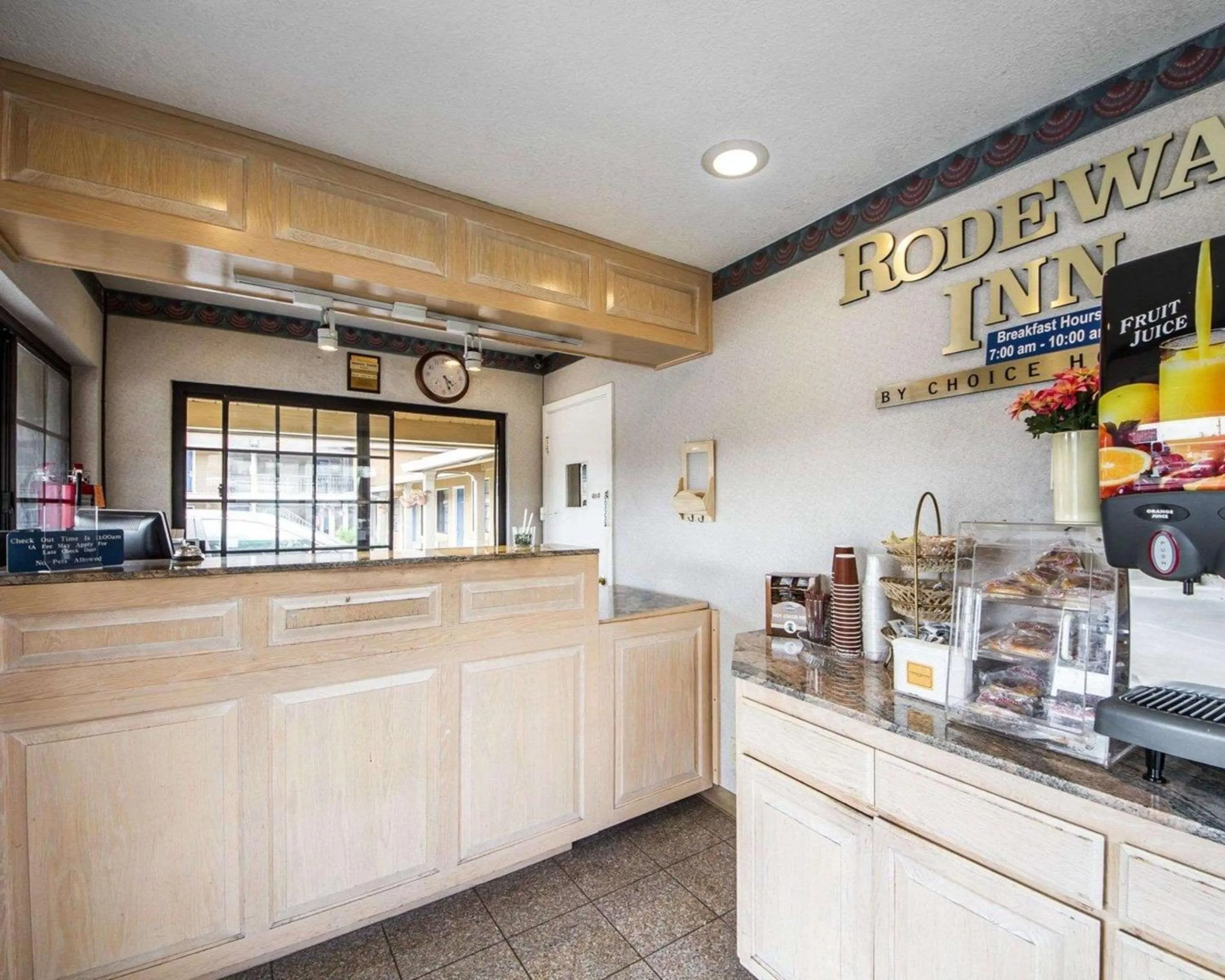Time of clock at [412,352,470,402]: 4:26
